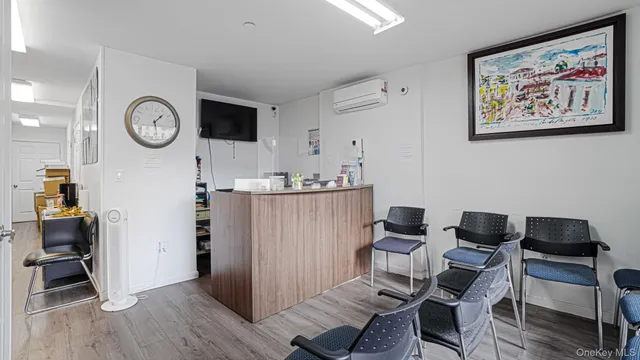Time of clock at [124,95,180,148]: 1:28
